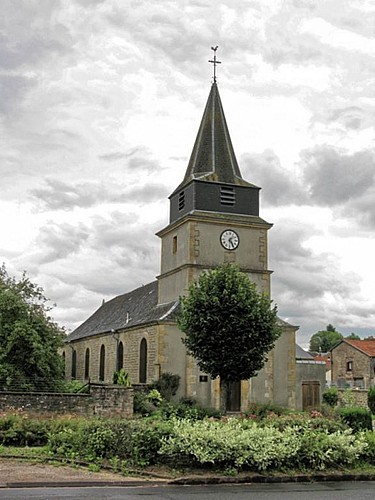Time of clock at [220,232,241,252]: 1:24
